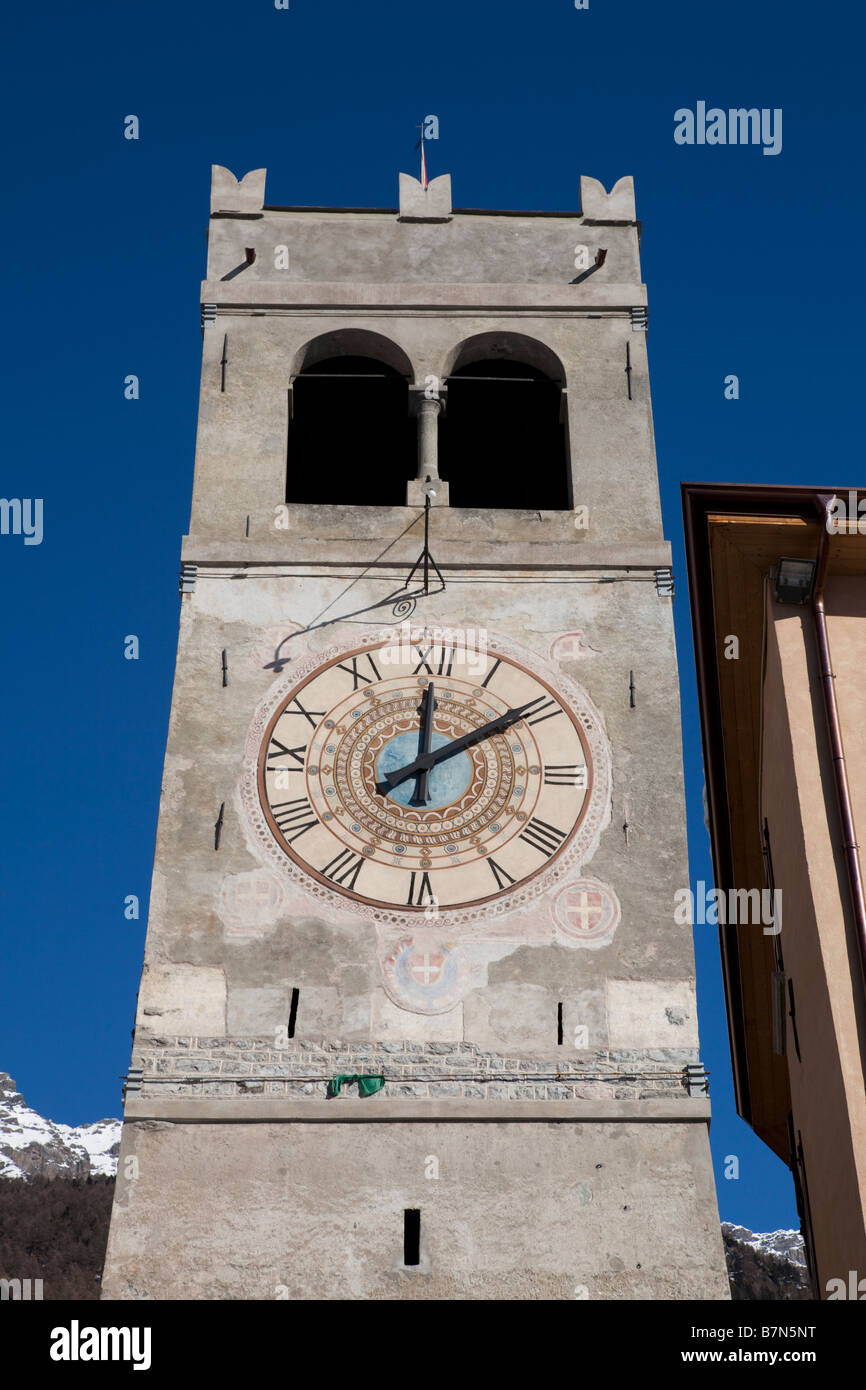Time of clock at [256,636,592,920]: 12:09
